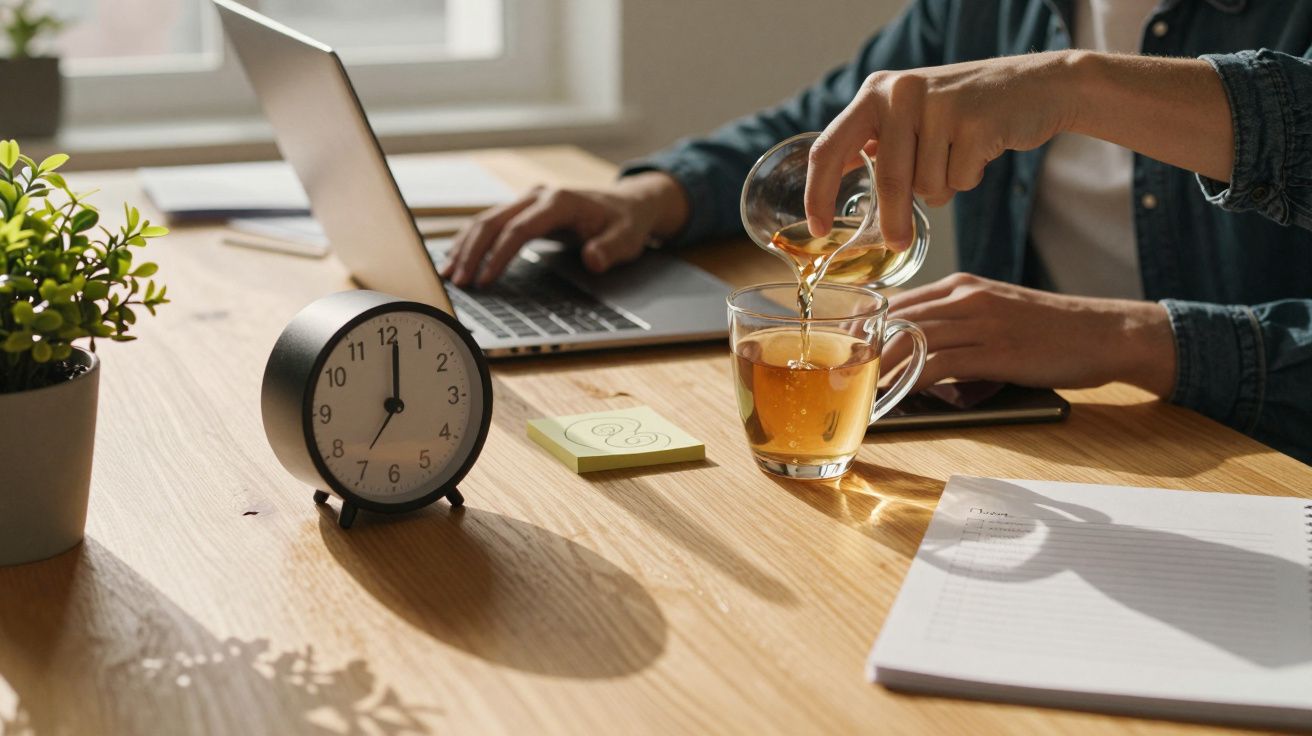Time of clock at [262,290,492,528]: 7:01
